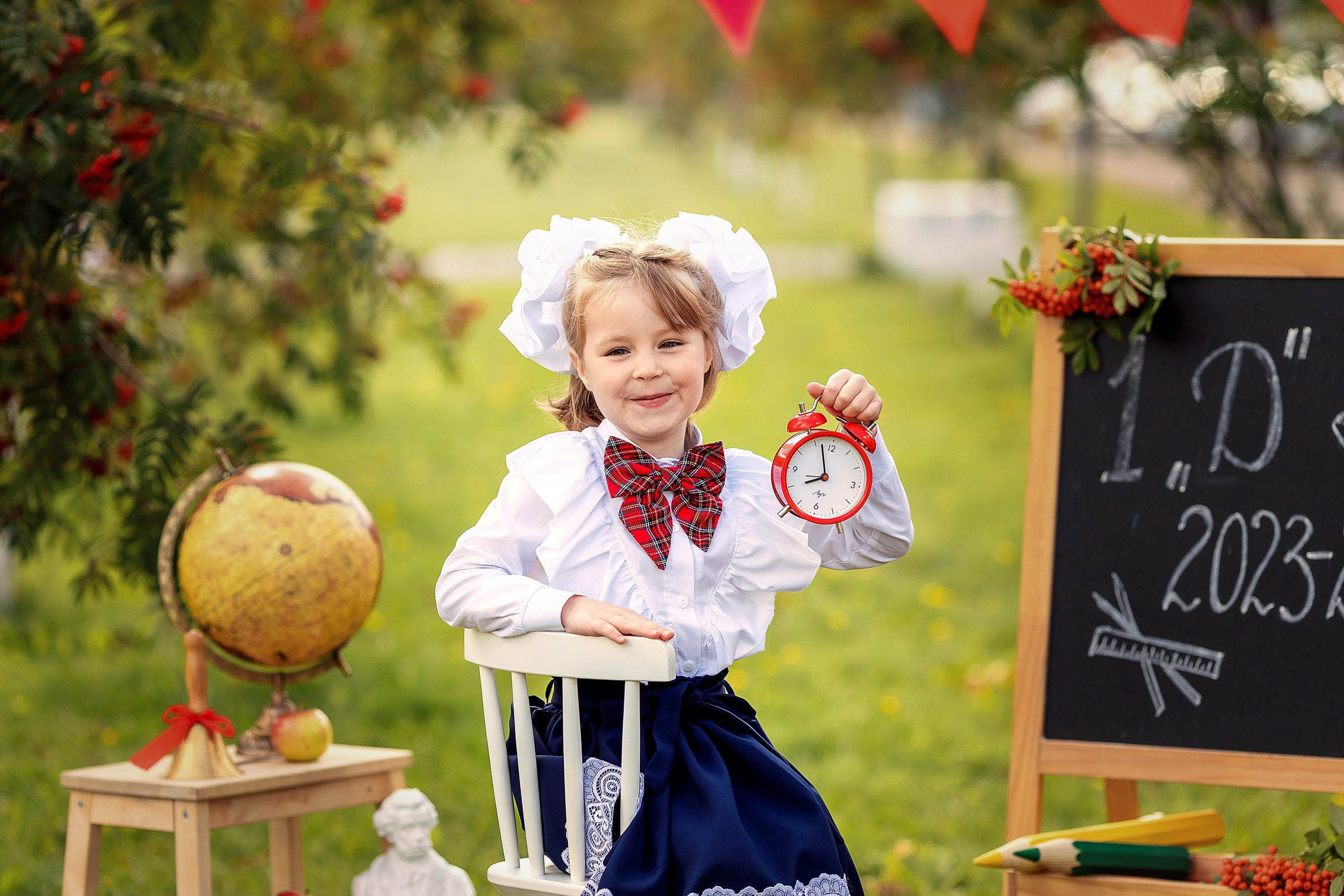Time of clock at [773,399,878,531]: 7:57
